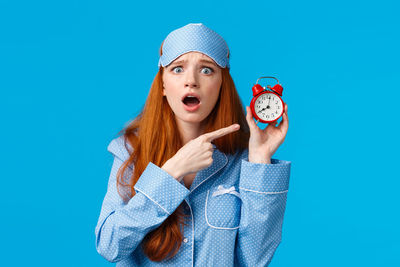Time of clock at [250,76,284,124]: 8:01
